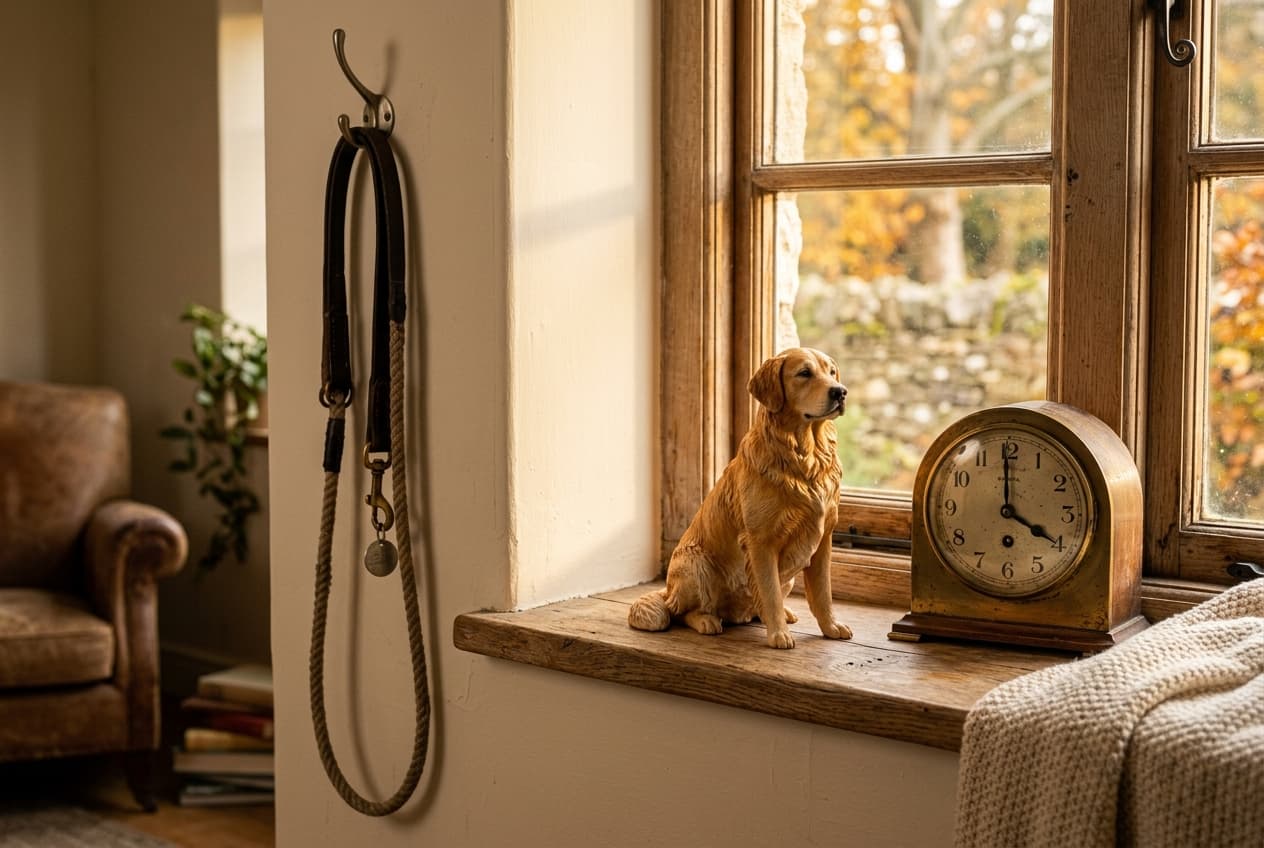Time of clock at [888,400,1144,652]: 3:59
